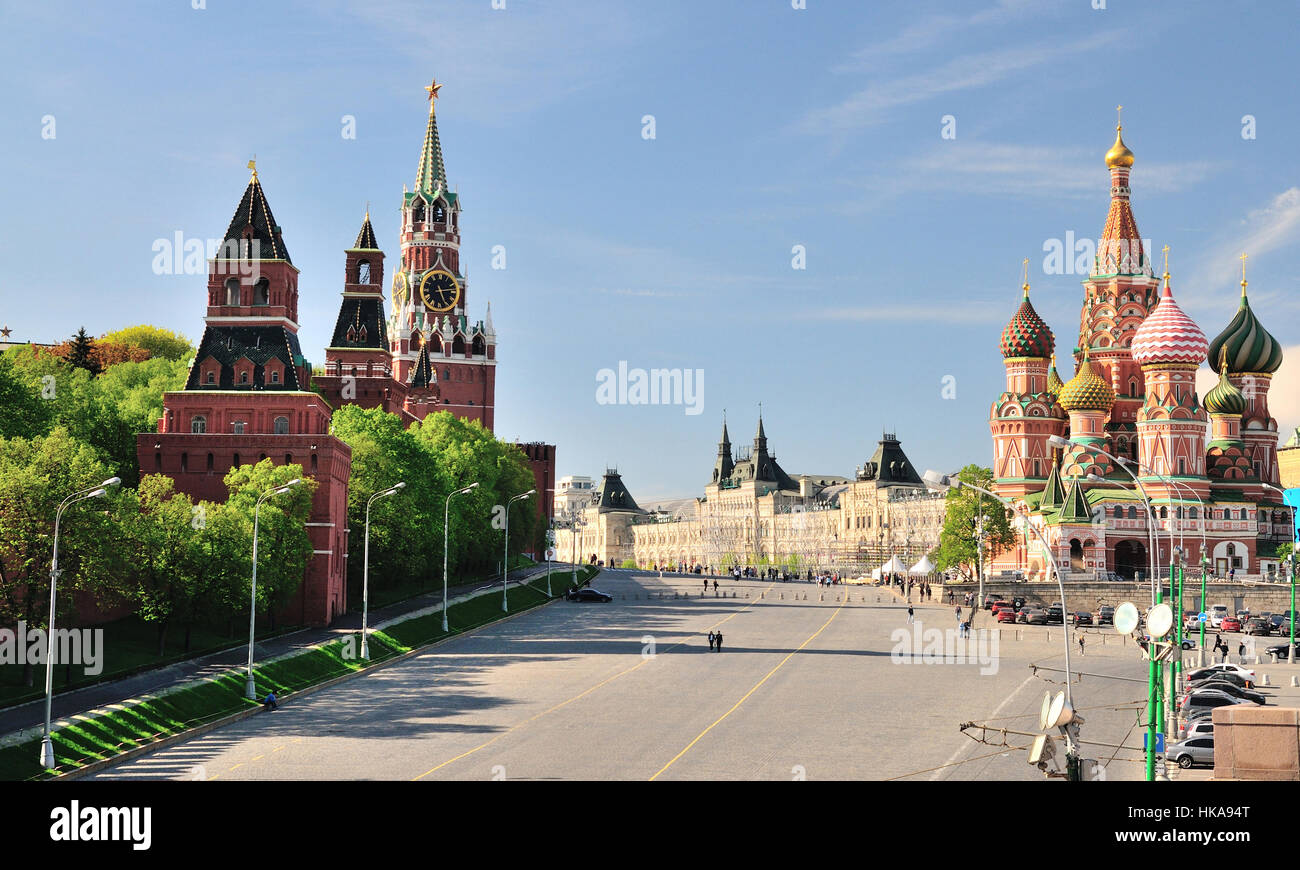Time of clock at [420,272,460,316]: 5:13
